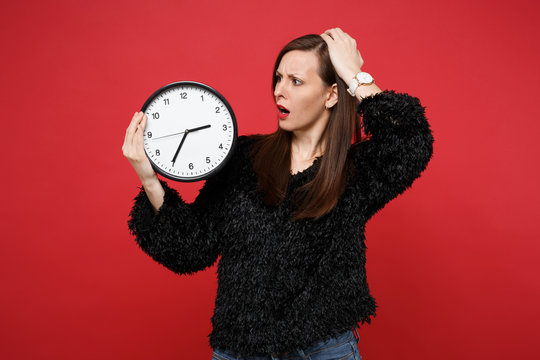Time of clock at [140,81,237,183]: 2:35
